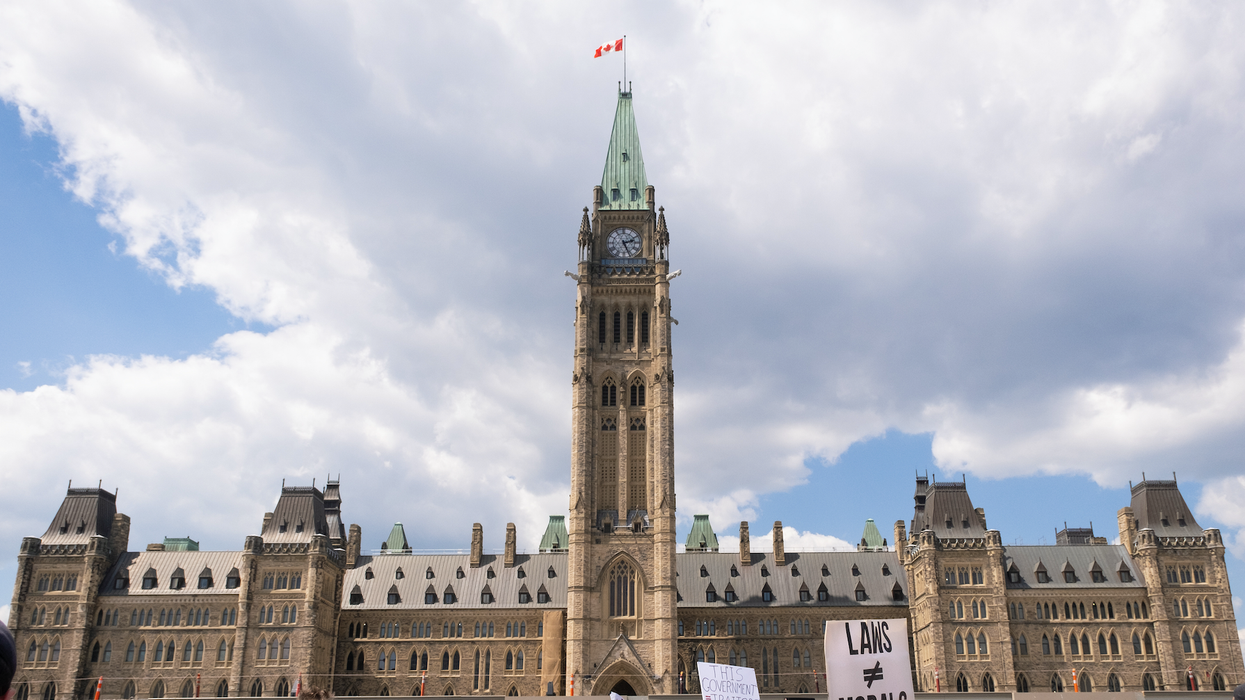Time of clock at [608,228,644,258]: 2:26
